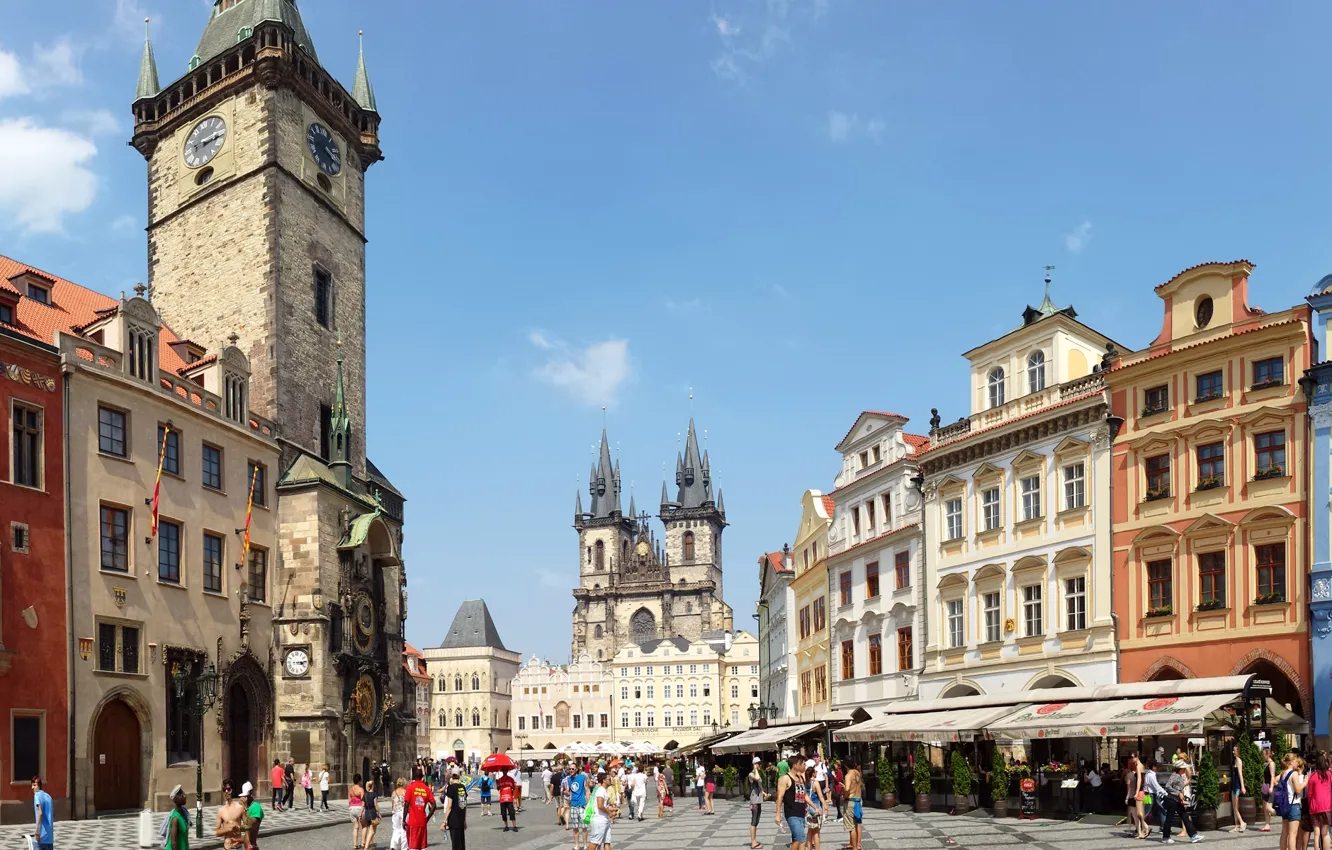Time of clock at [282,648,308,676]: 3:14
